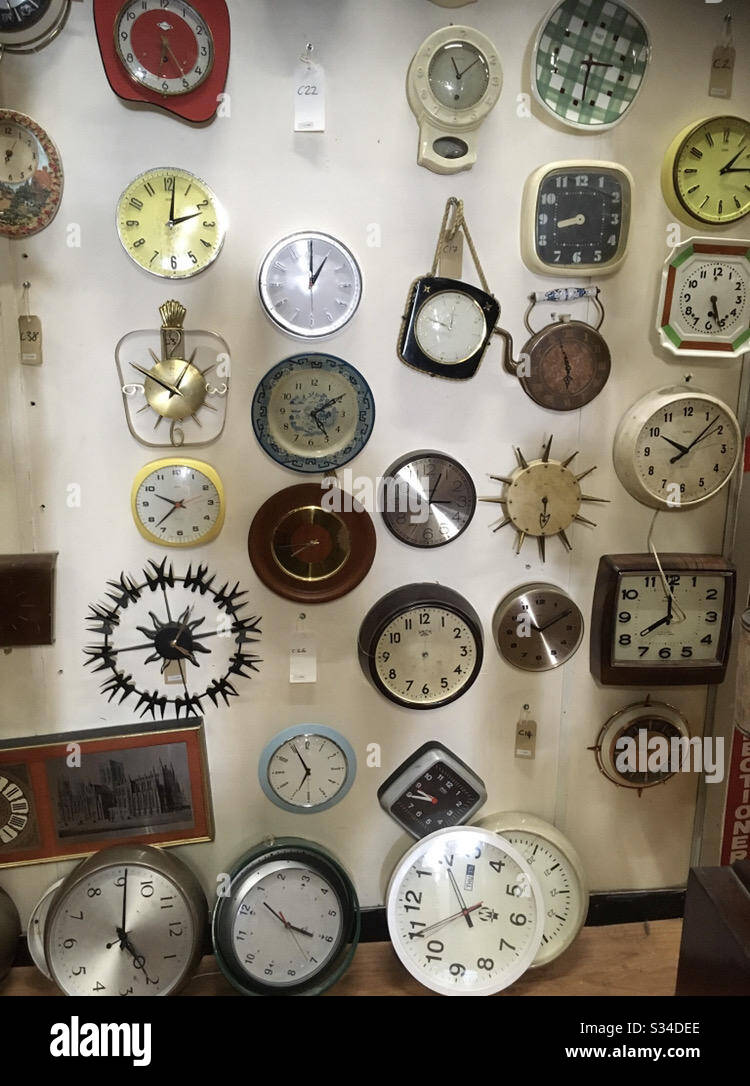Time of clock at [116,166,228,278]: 2:01
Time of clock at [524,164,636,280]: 8:42
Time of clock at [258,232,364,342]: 1:00
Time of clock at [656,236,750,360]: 5:26
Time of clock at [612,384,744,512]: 10:07
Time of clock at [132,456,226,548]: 9:37
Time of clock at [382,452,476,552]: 3:03
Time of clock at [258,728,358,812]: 6:55
